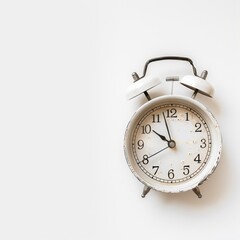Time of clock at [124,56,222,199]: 9:57
